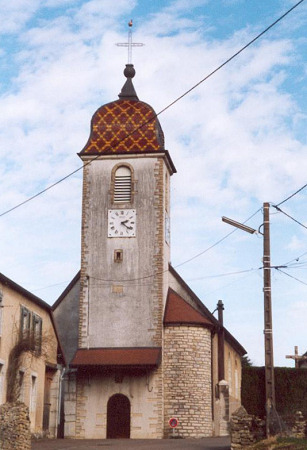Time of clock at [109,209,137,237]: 2:21
